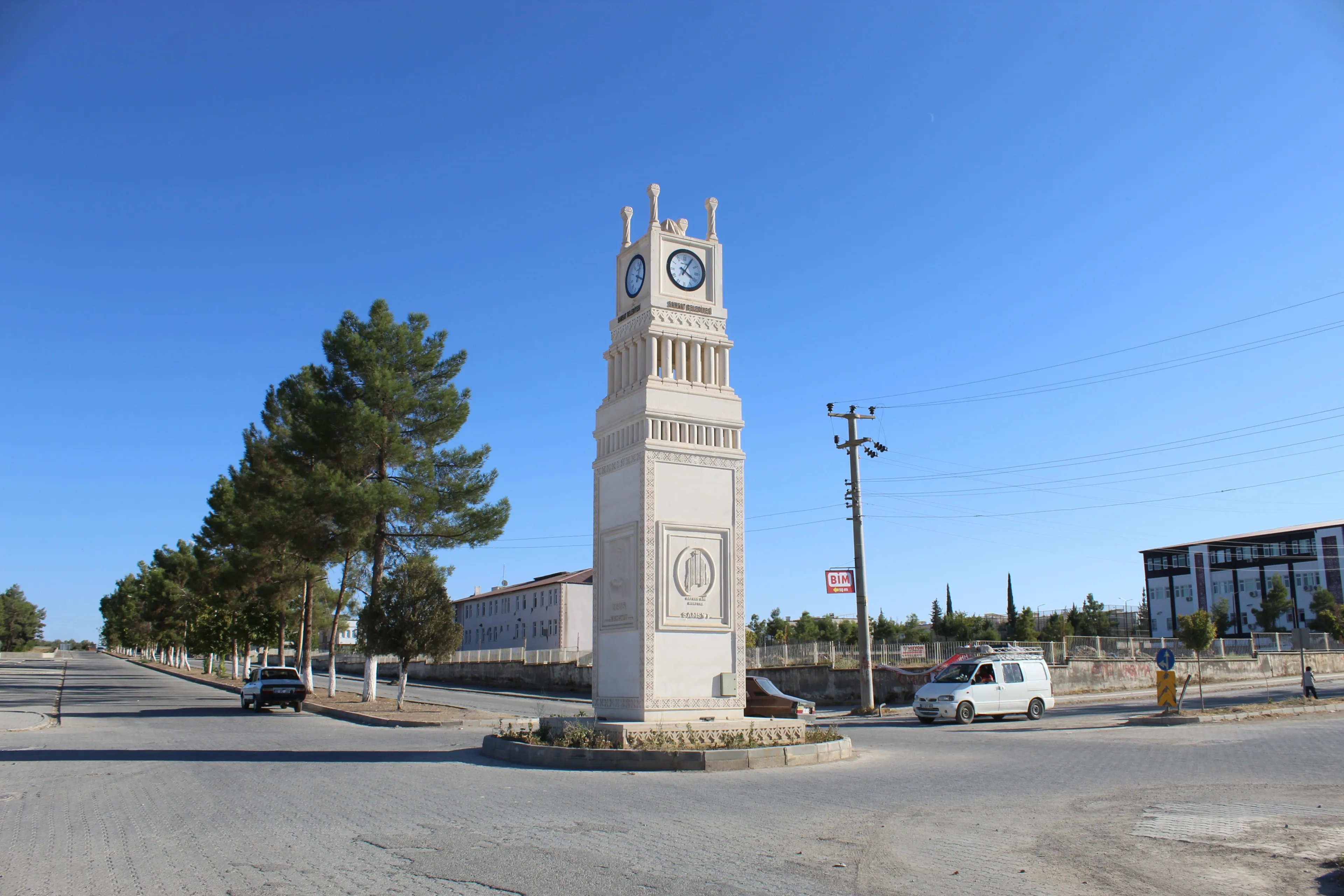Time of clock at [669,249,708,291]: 4:04
